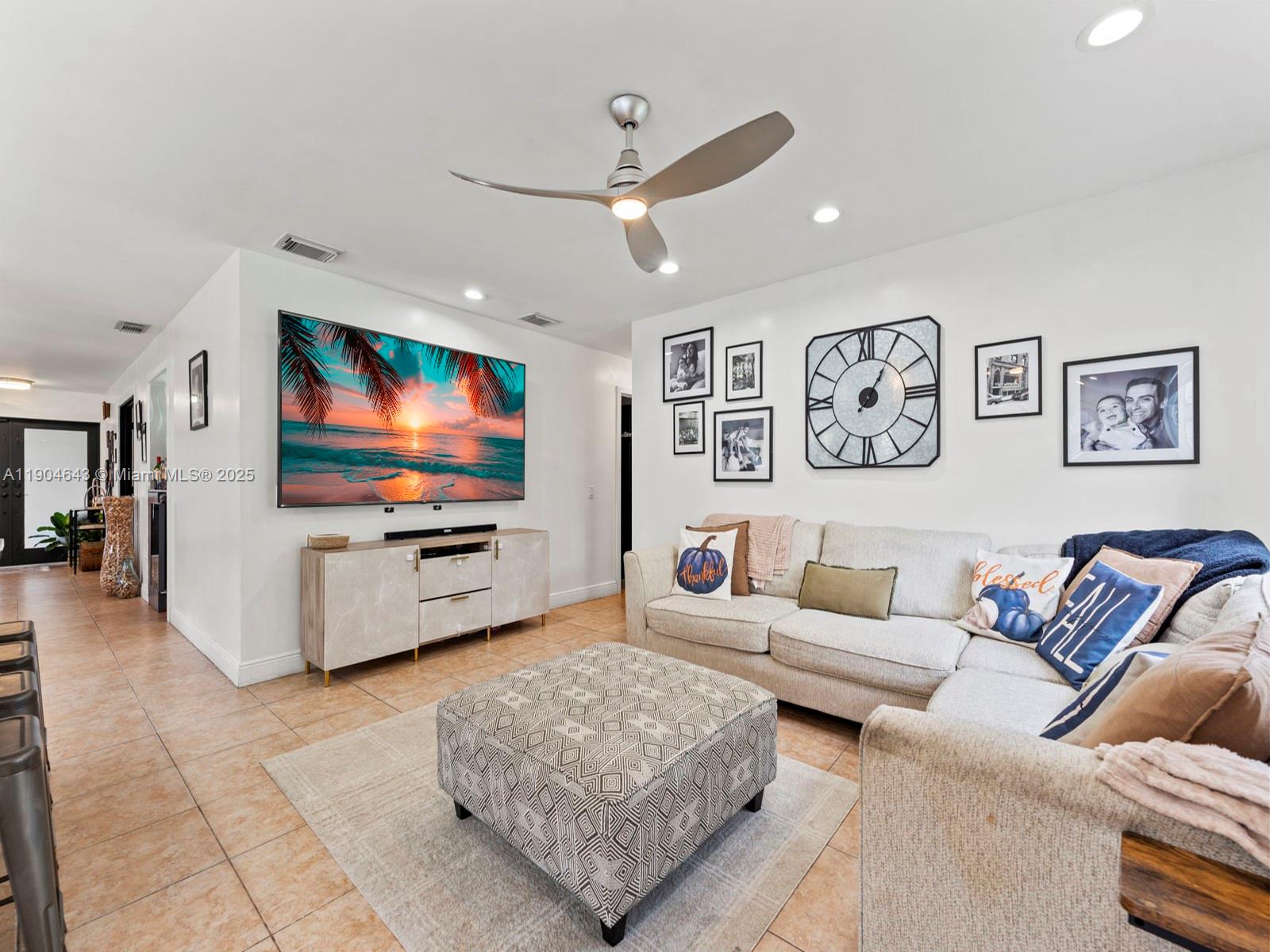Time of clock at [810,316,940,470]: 1:05
